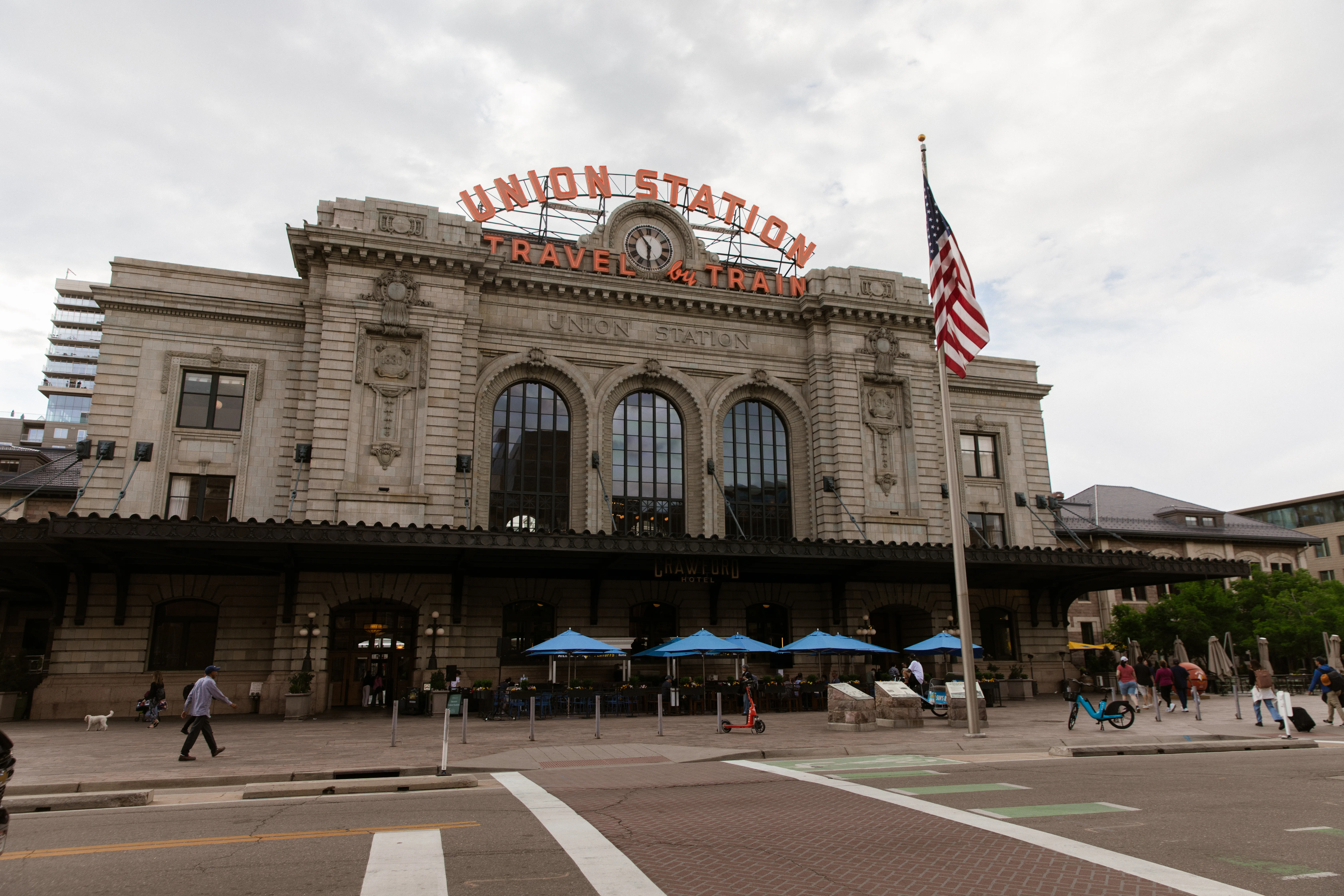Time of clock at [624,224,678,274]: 5:54
